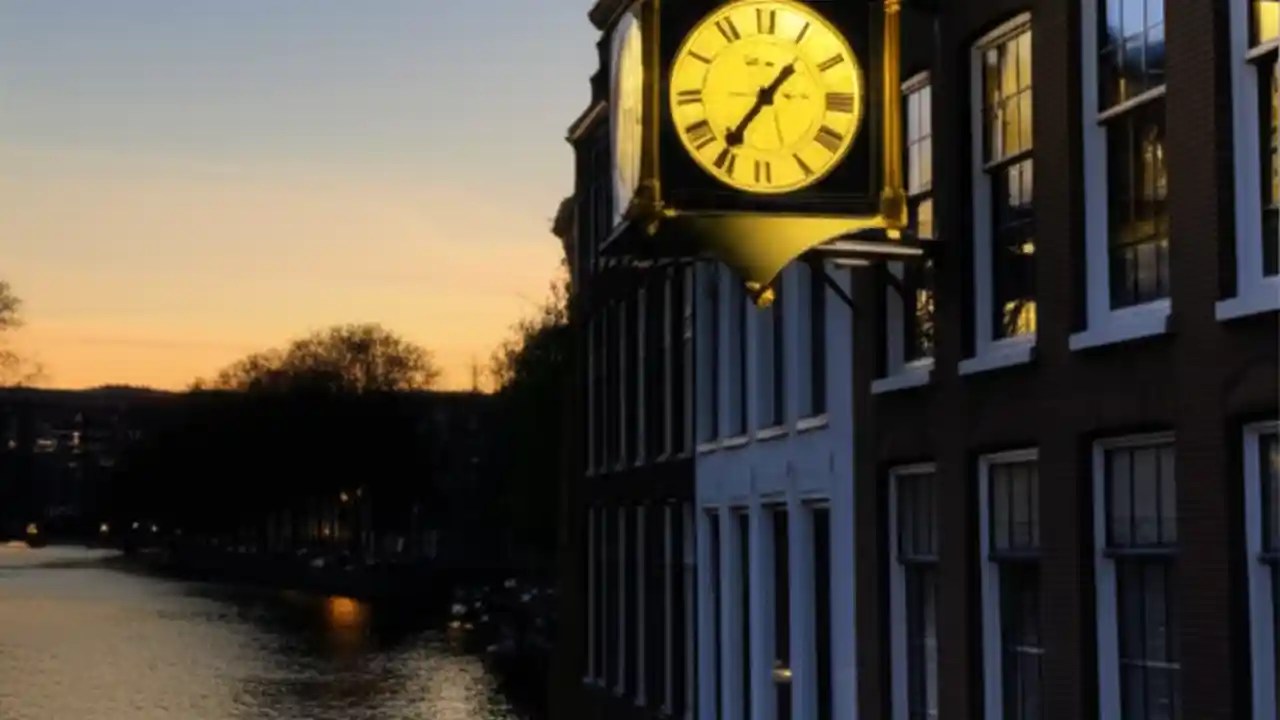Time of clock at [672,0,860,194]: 1:36
